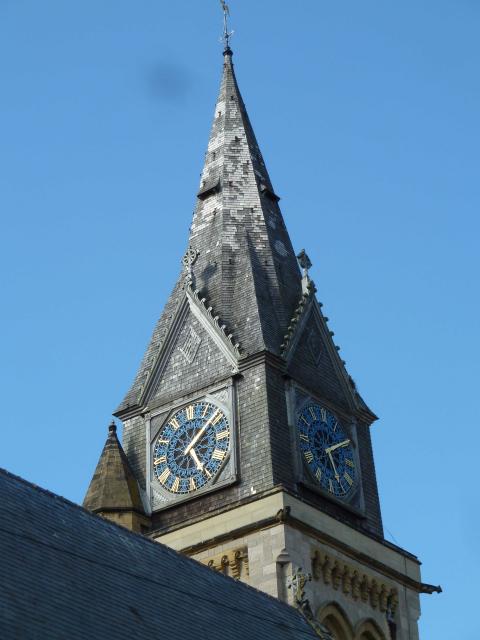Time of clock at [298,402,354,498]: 5:09
